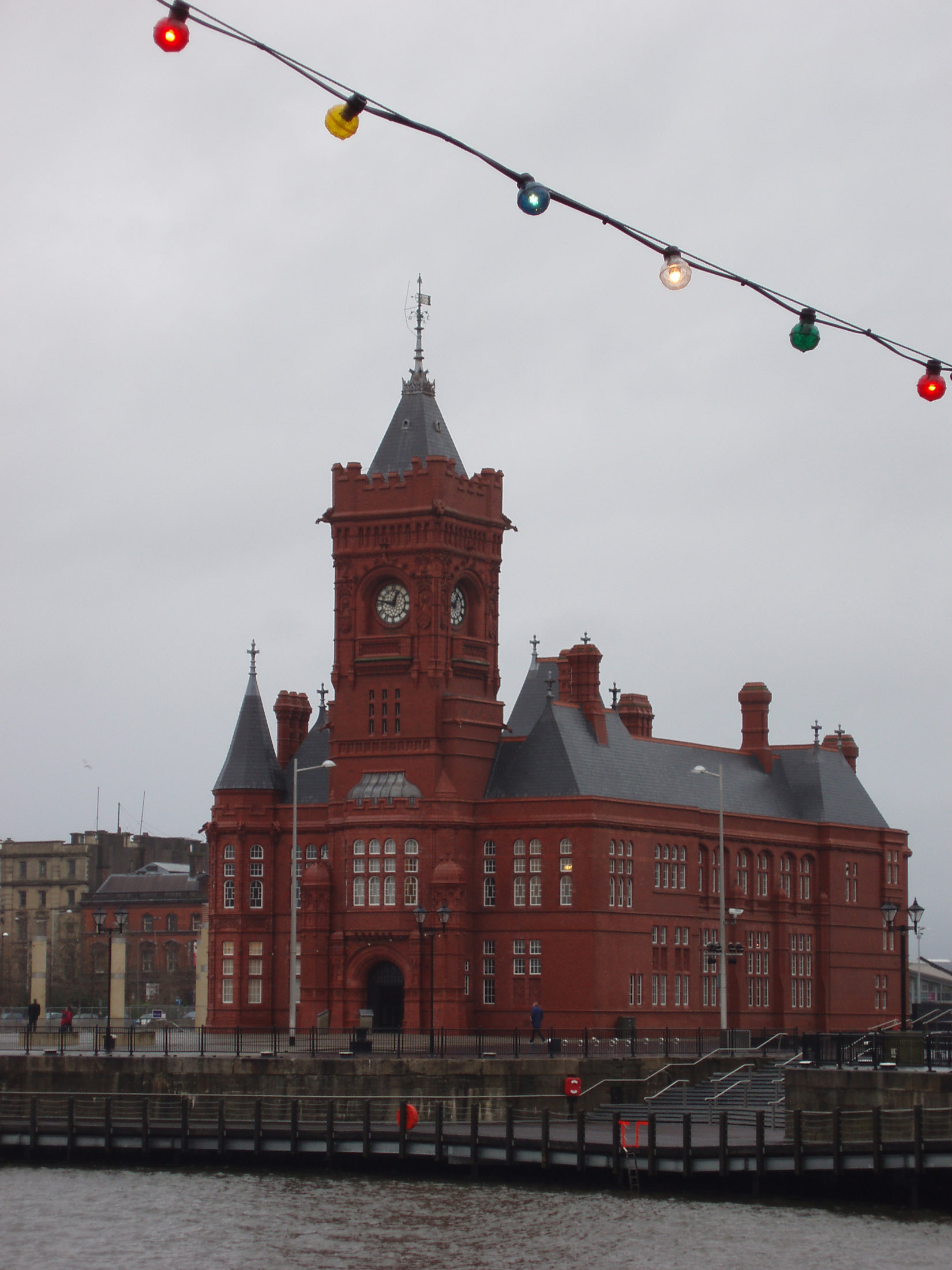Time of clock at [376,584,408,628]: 12:47
